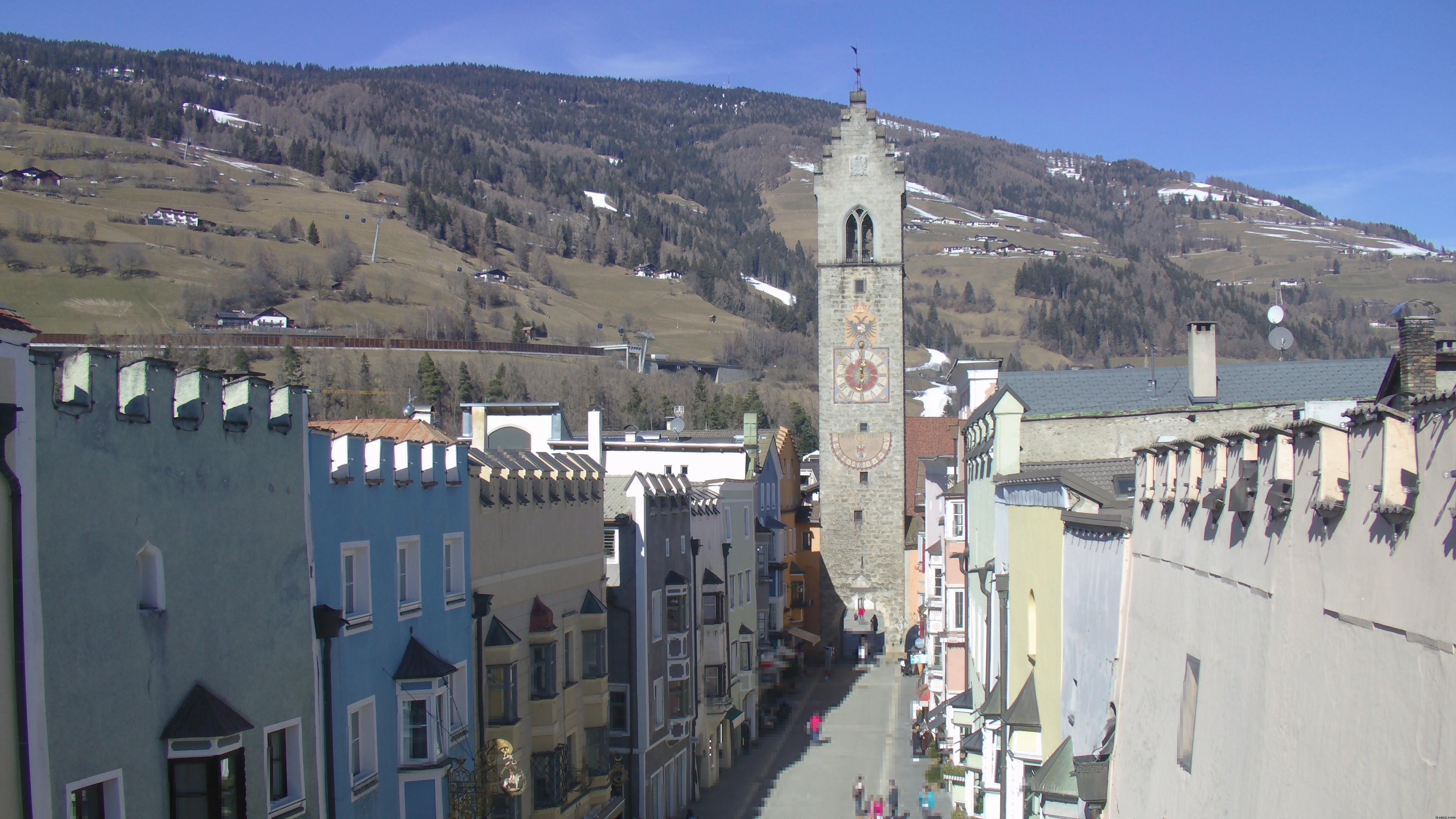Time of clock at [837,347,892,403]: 6:01
